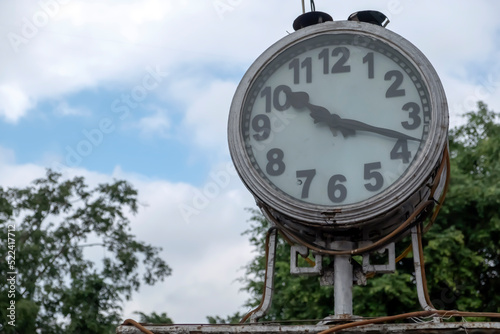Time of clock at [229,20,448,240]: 10:18
